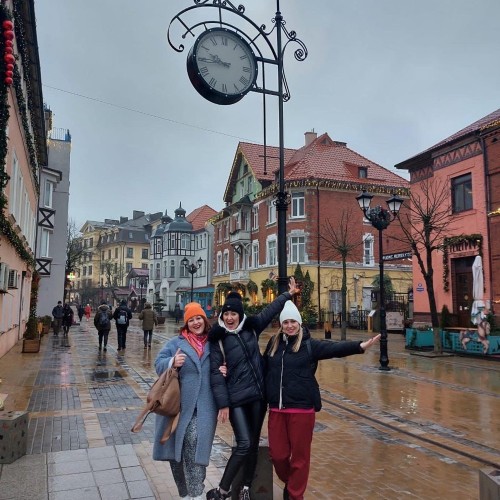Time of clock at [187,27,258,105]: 9:44
